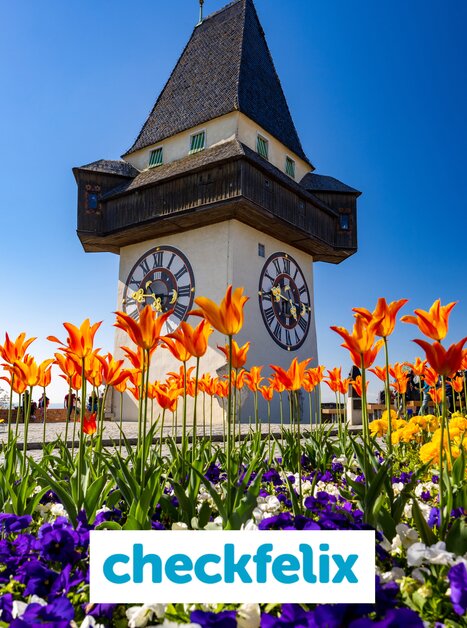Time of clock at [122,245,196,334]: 11:16
